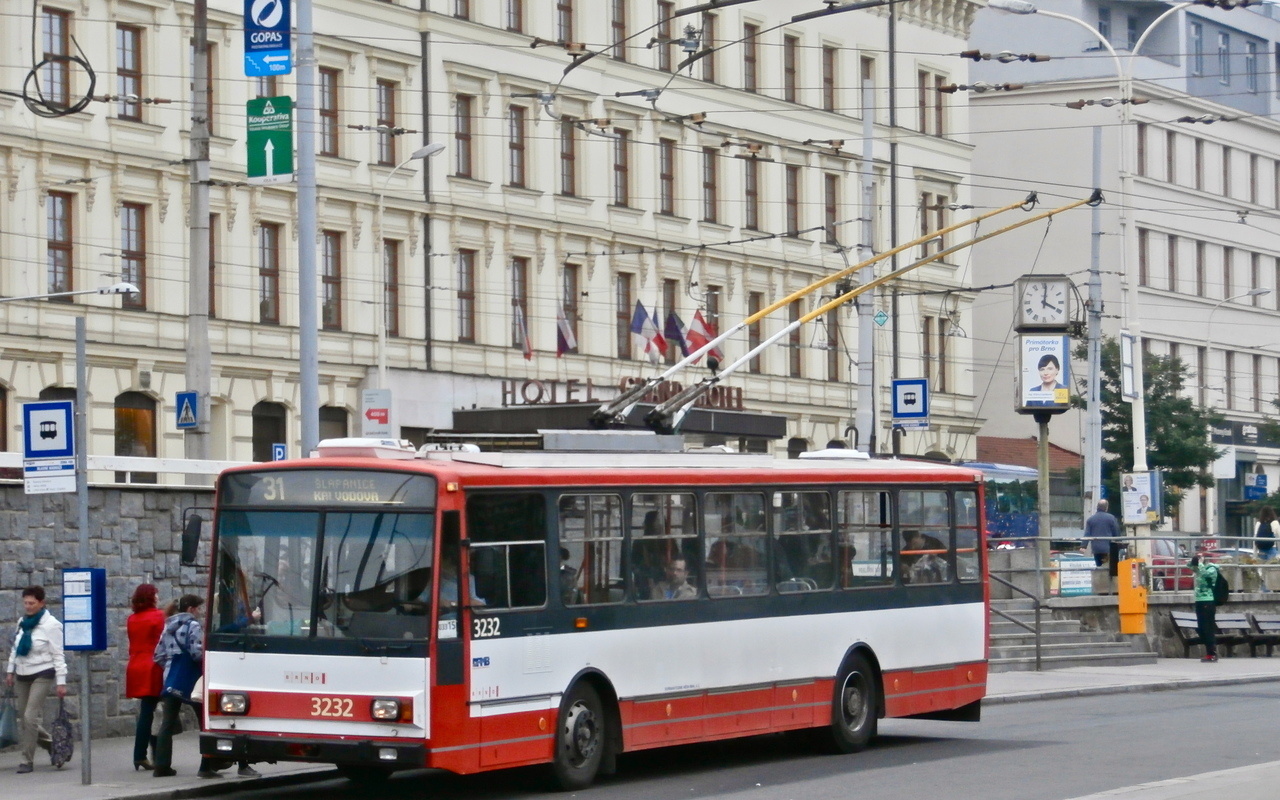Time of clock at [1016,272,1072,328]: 4:01
